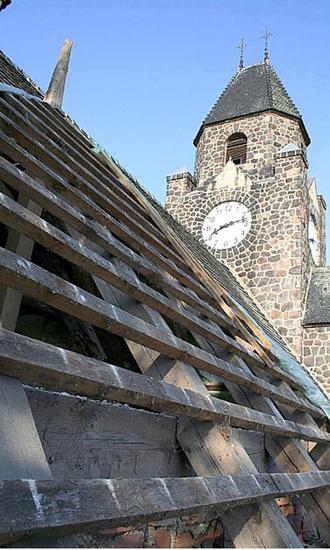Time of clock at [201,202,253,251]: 8:12
